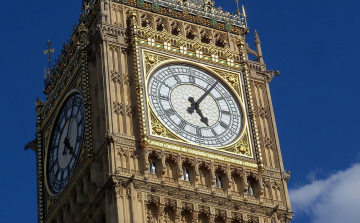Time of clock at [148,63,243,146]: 5:06
